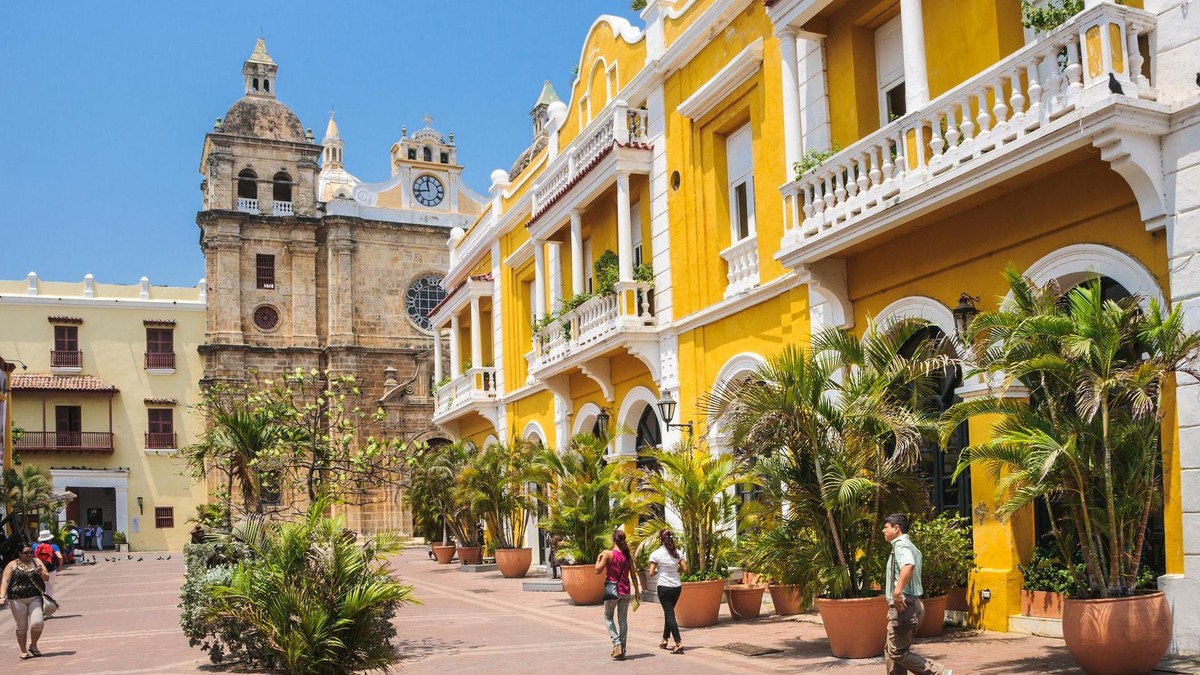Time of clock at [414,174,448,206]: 11:43
